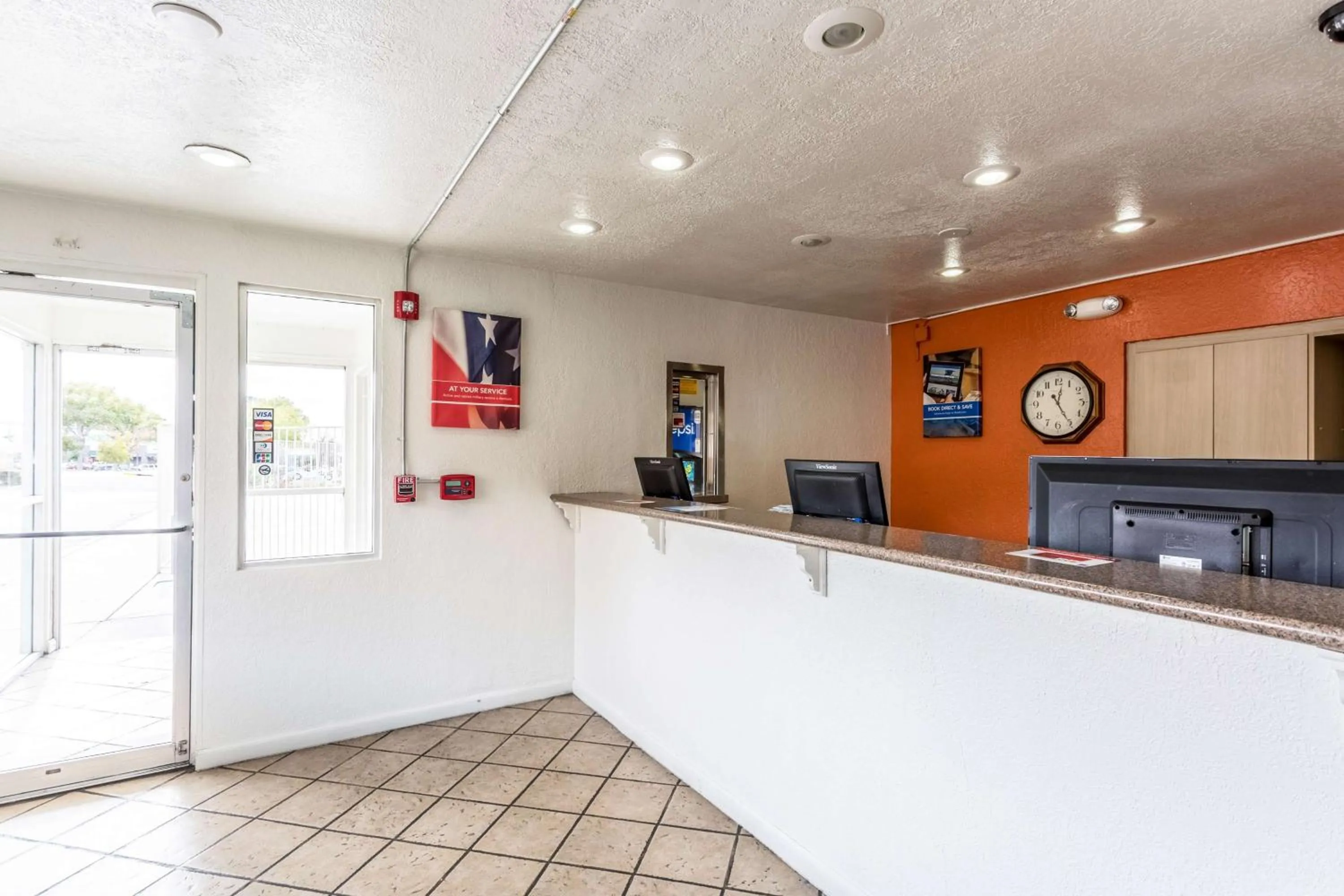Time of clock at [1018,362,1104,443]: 12:24
